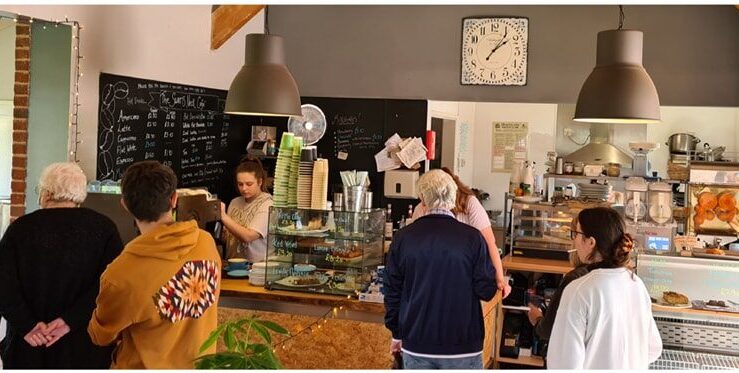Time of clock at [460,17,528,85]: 2:06
